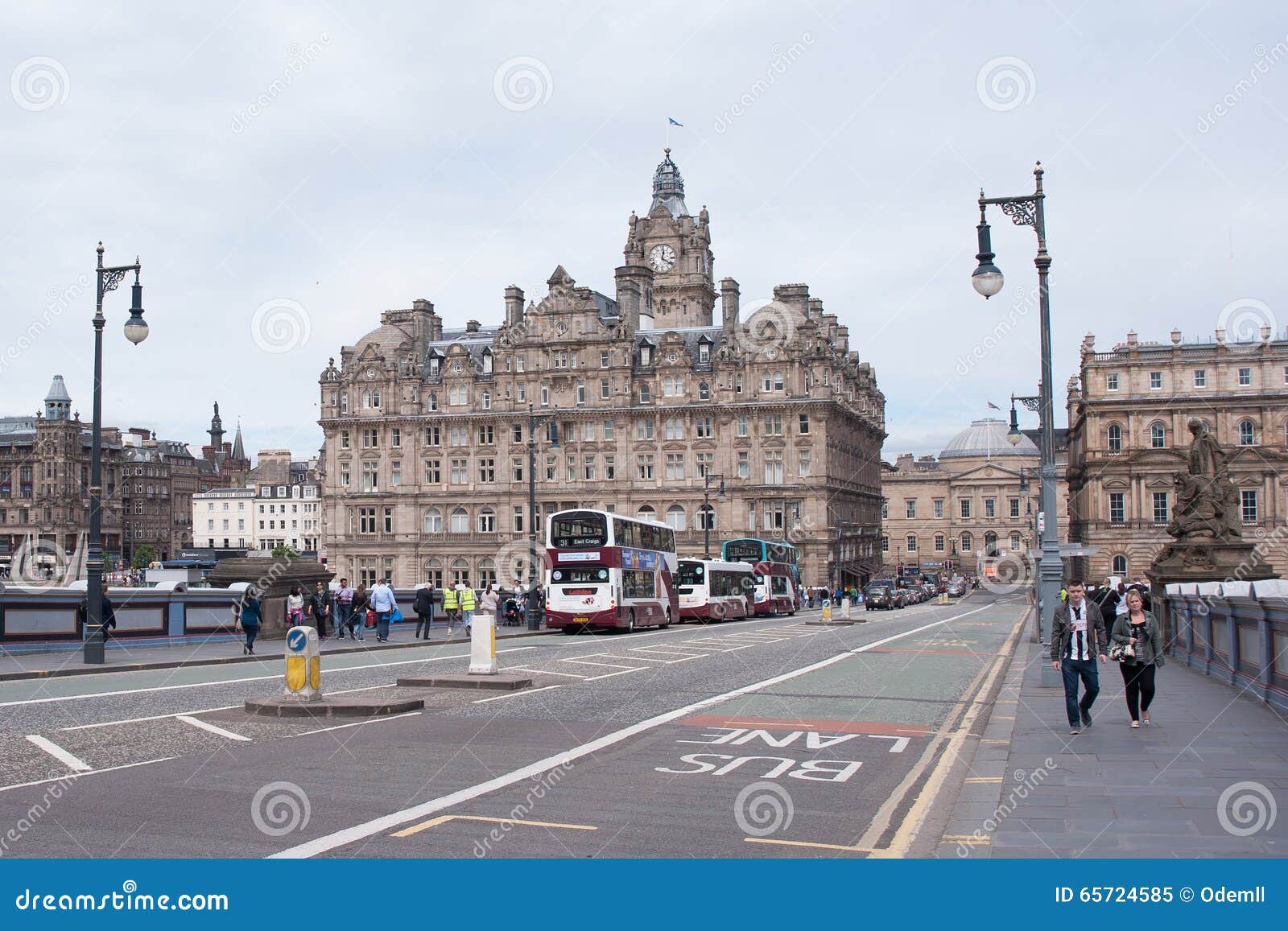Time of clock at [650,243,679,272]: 12:20
